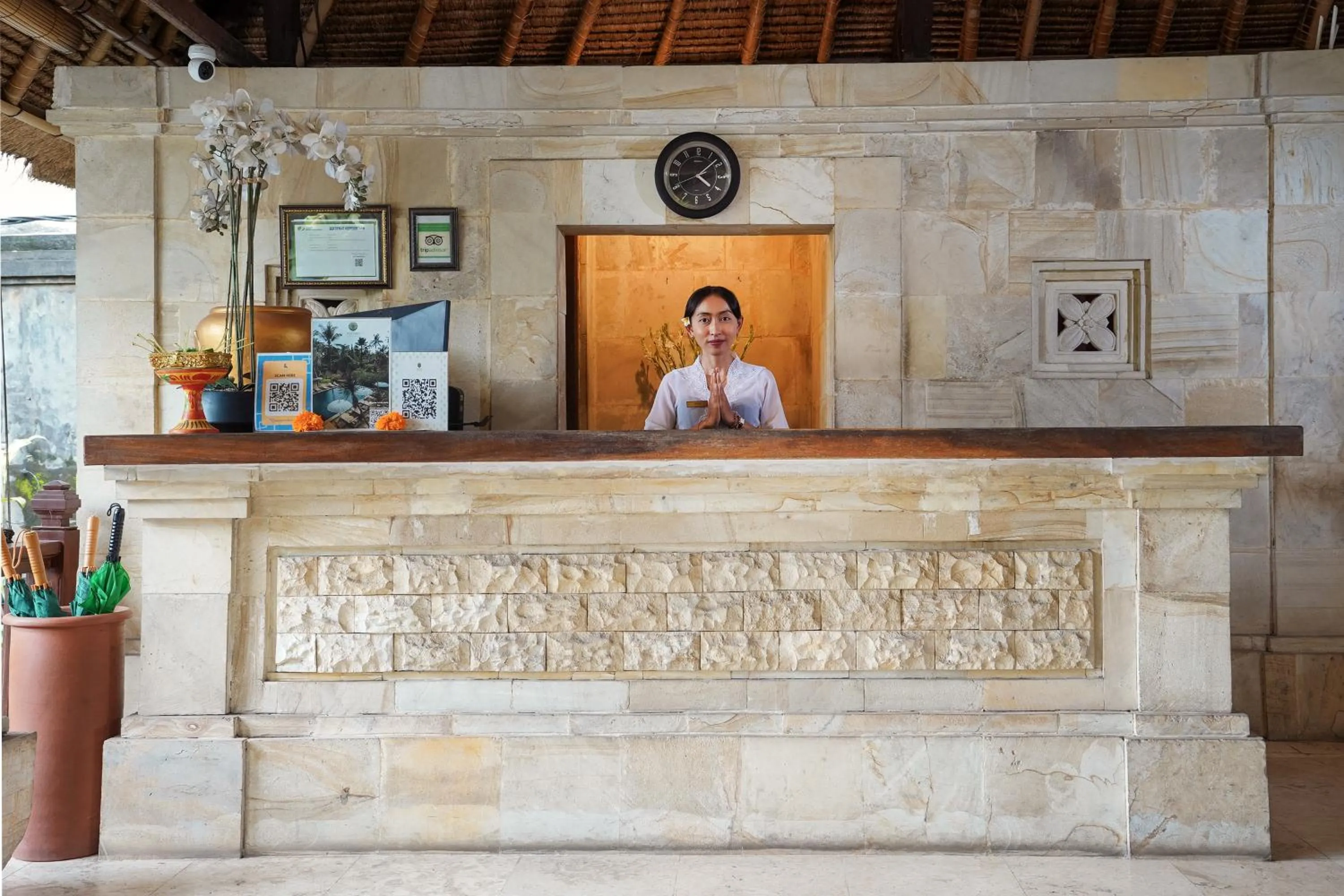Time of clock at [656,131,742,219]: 4:08
